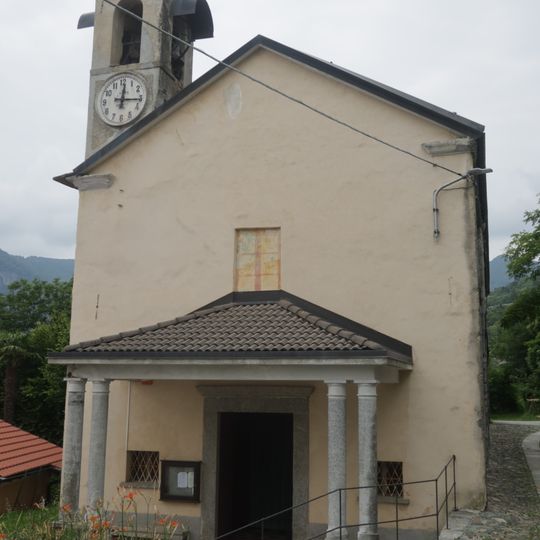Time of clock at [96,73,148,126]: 12:15
